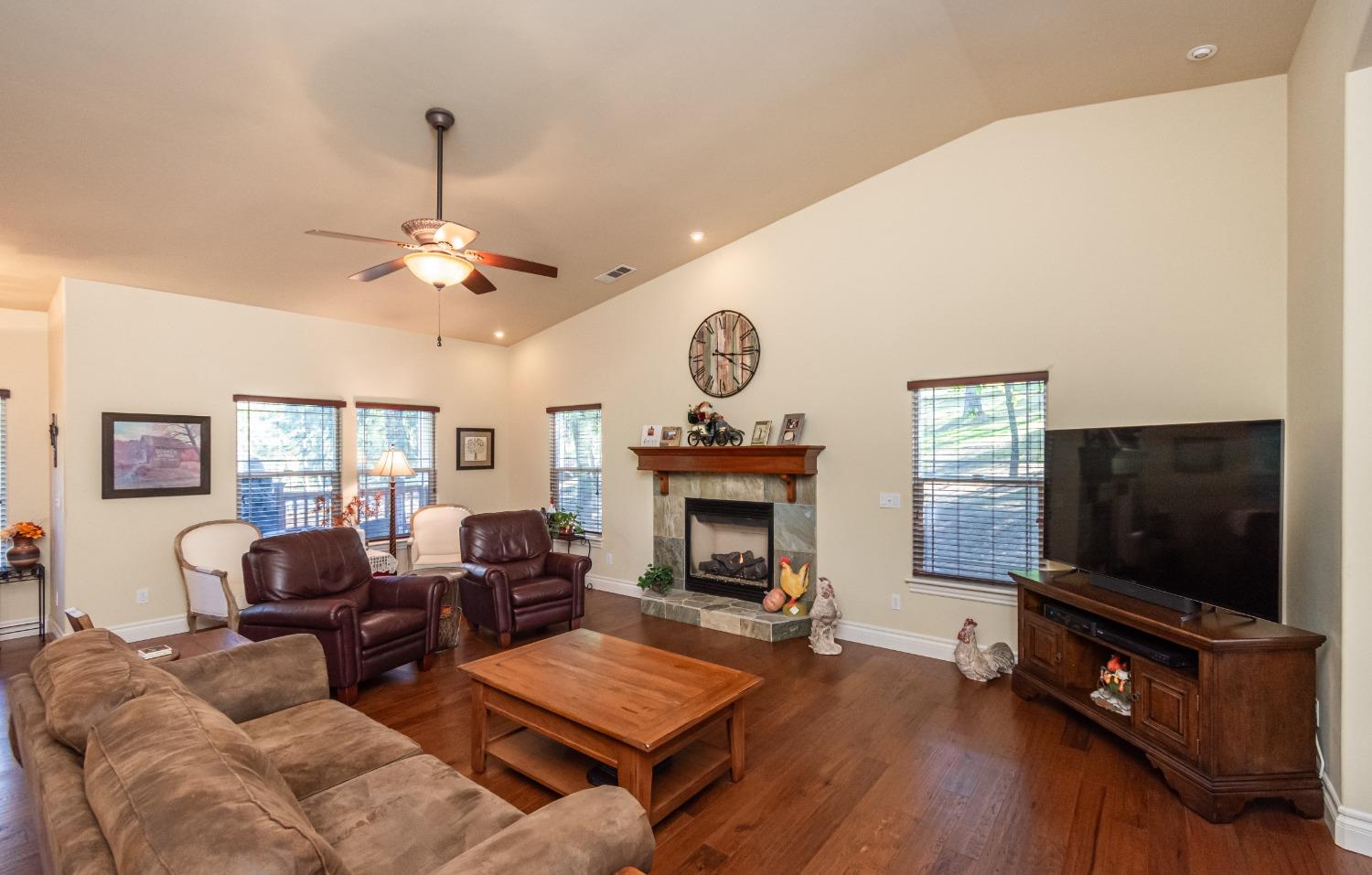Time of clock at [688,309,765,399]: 4:16
